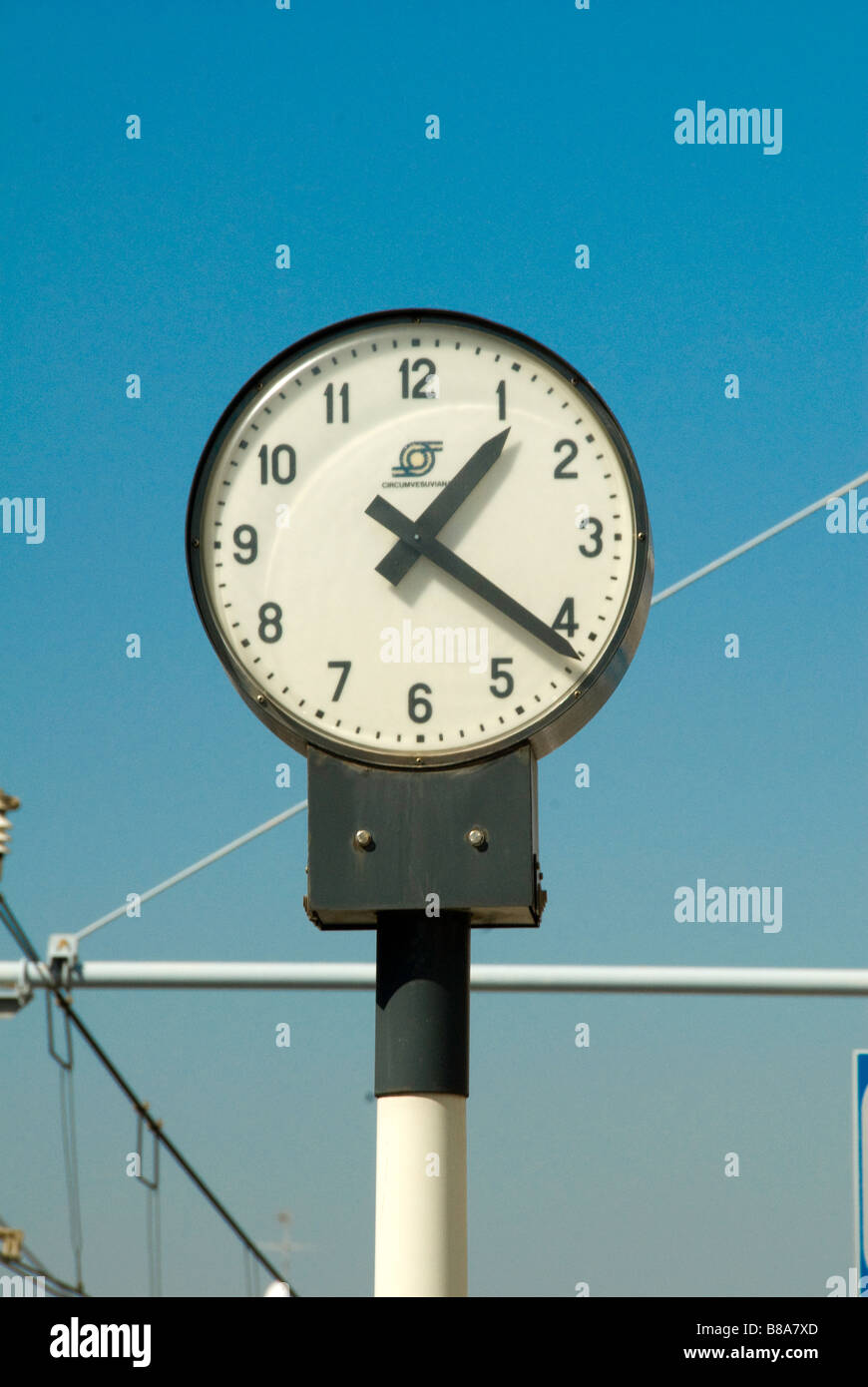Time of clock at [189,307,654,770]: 1:21
